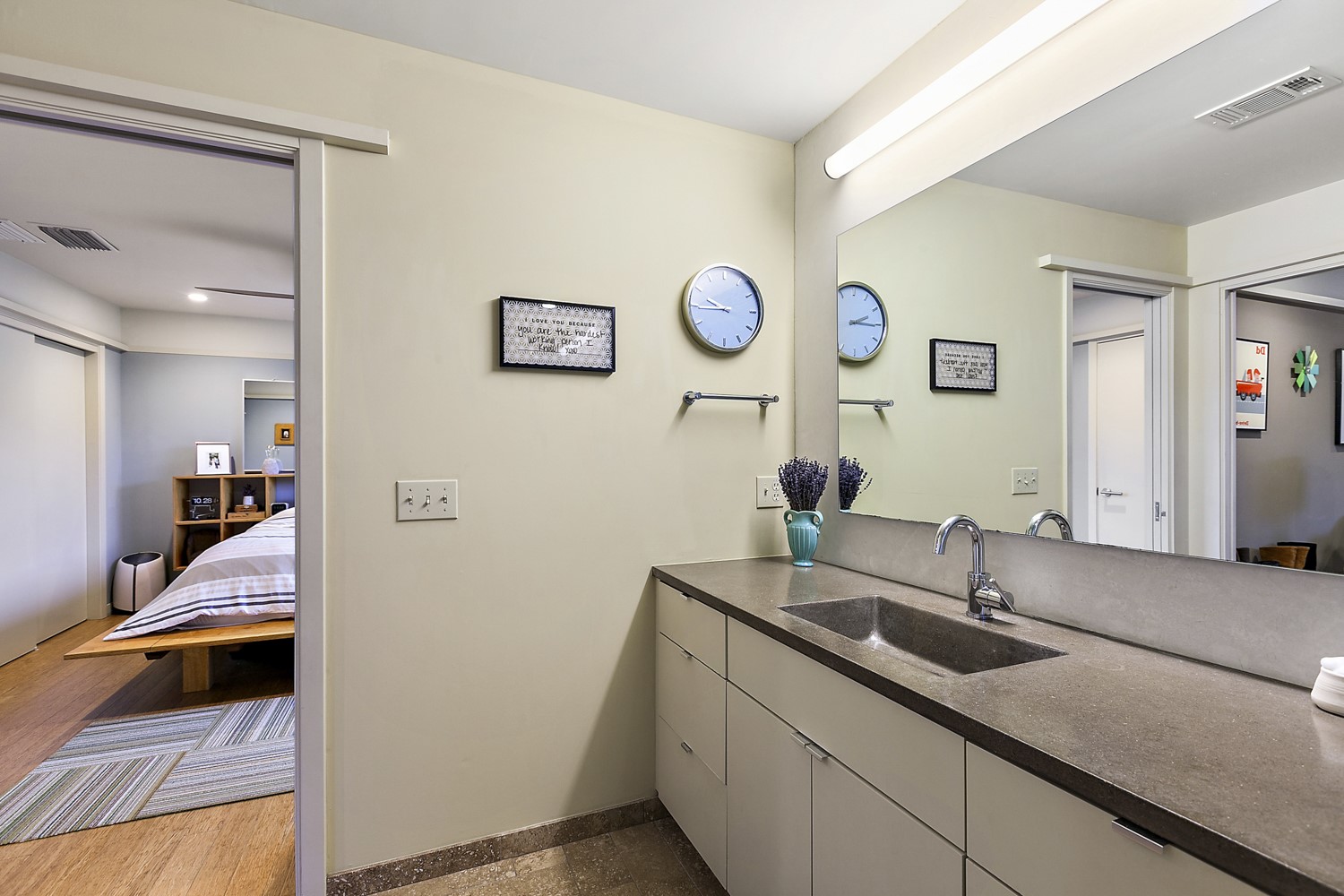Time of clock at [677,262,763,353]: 9:44
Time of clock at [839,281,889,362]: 2:15
